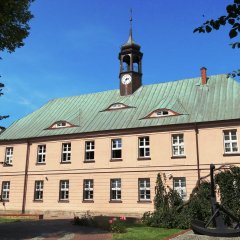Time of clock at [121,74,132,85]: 2:36
